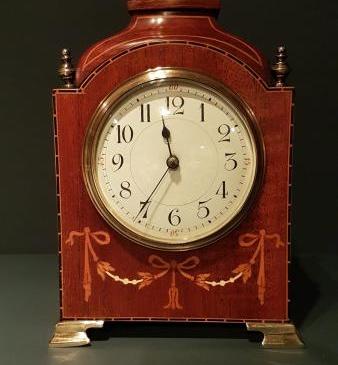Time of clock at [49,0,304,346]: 11:35
